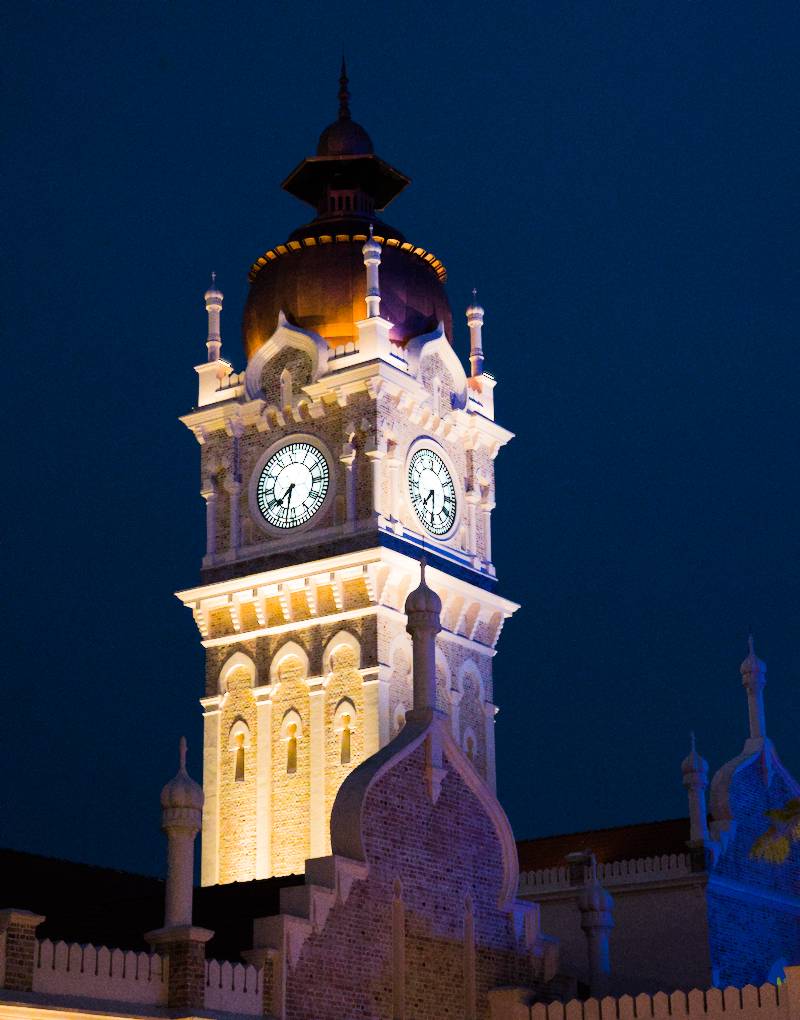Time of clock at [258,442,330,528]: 7:32
